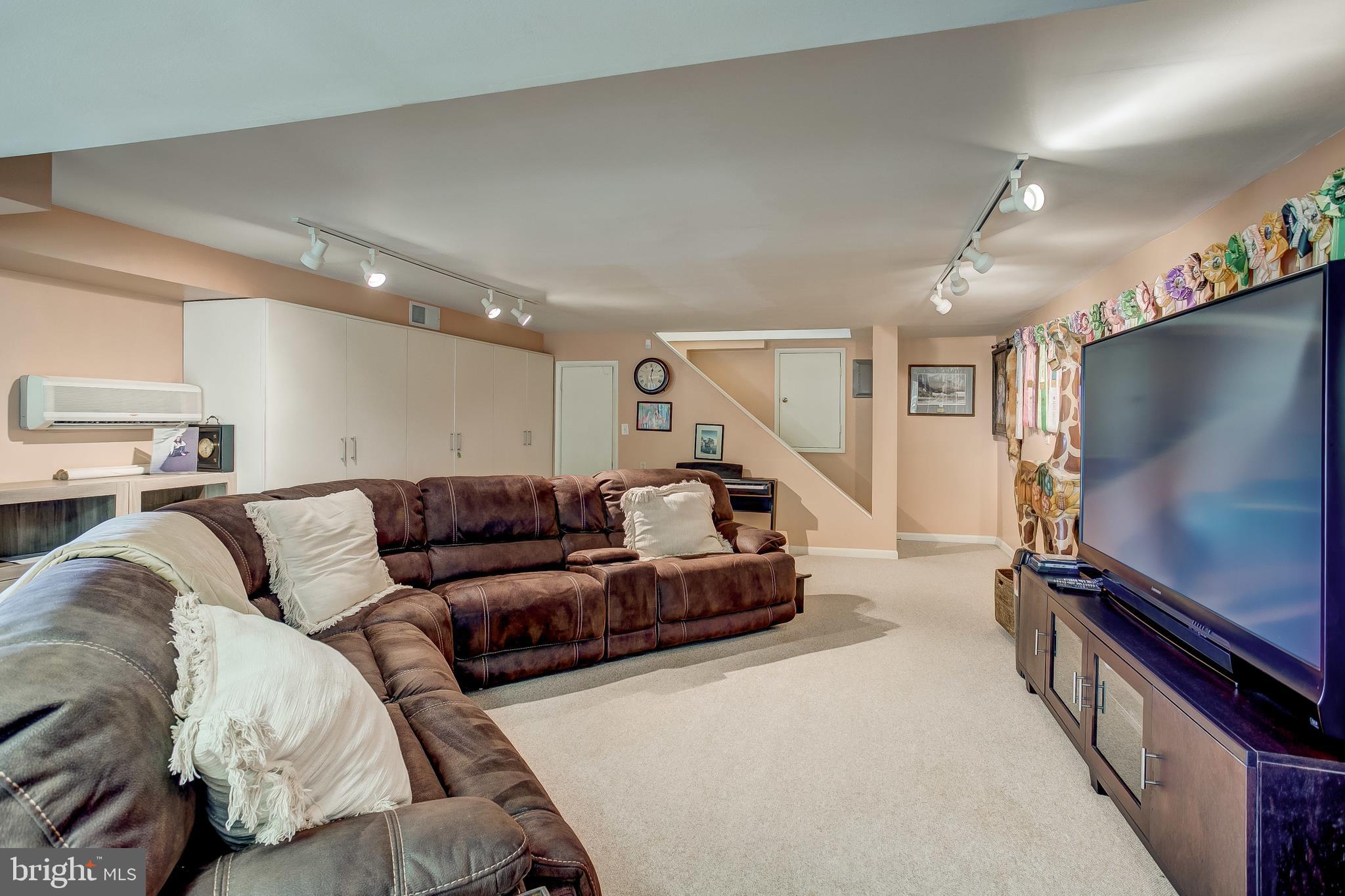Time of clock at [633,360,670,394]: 12:27
